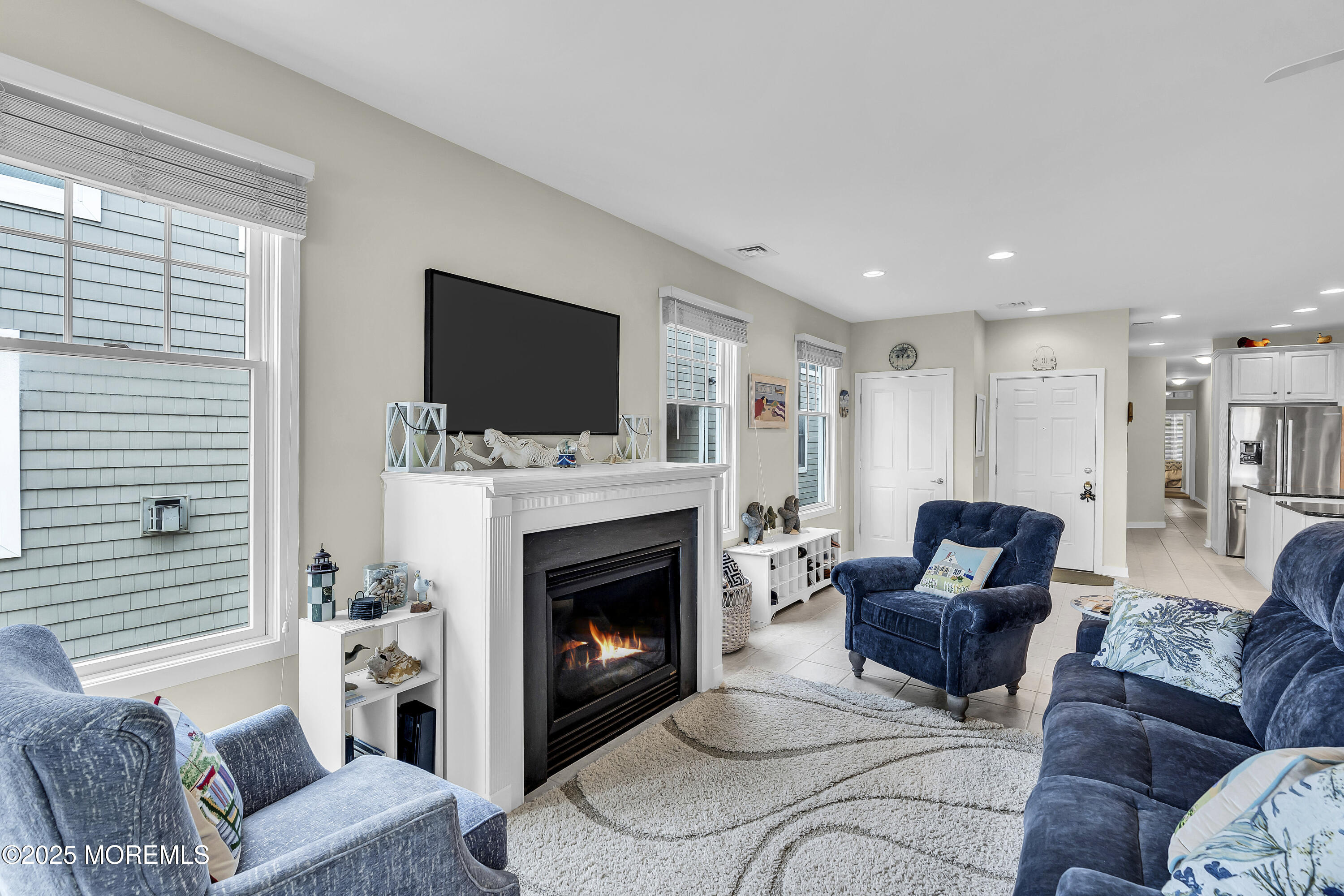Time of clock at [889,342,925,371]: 9:04
